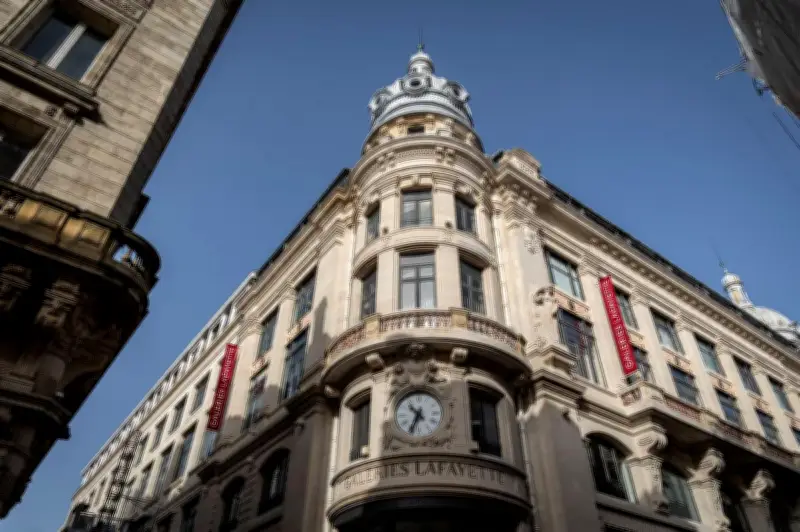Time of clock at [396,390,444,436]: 10:34
